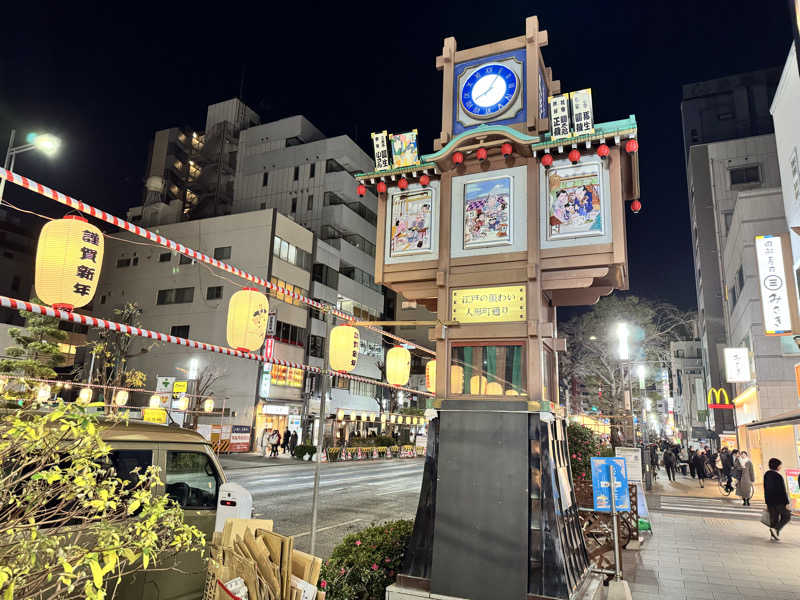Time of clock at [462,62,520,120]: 8:05
